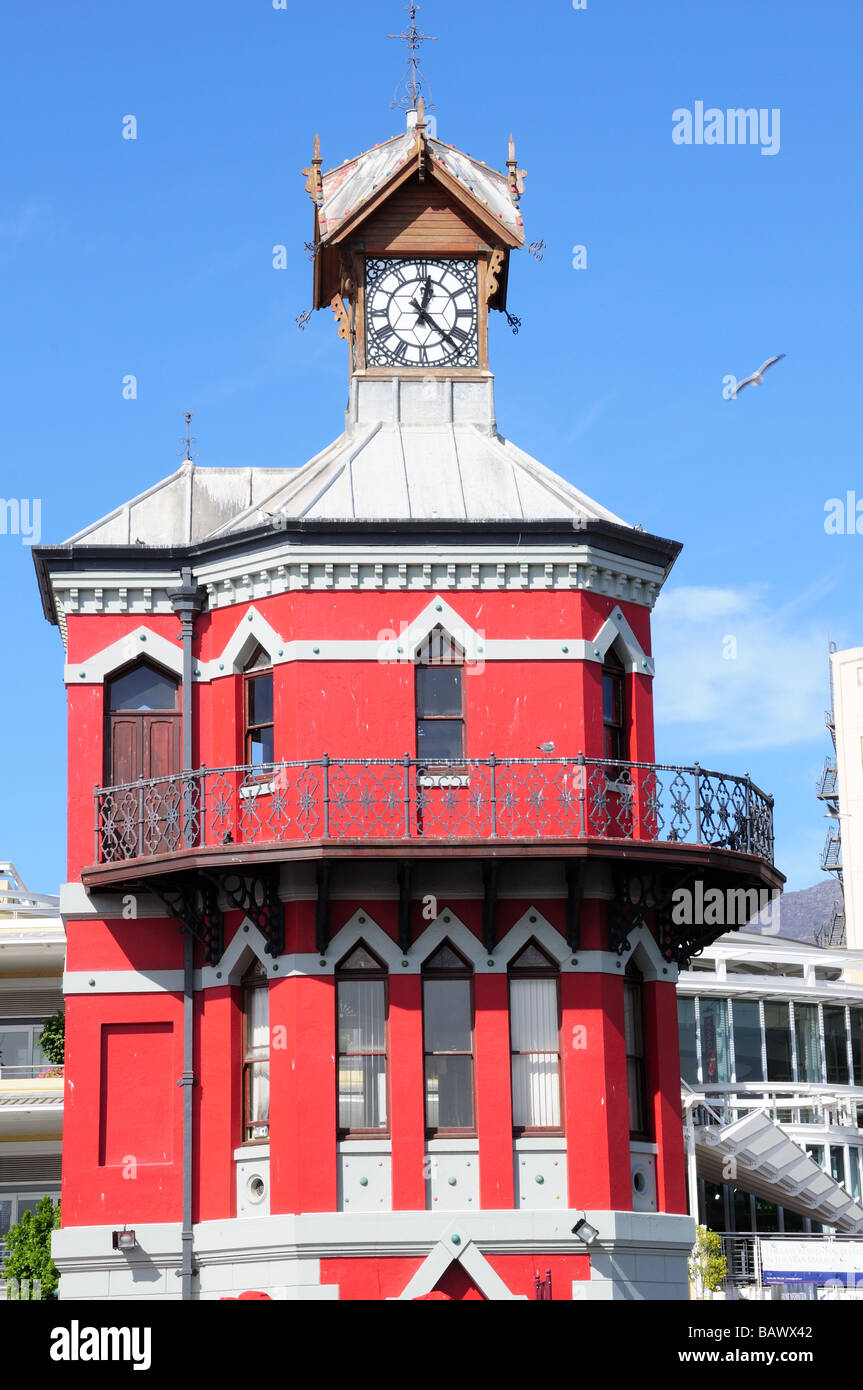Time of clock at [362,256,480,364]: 12:22
